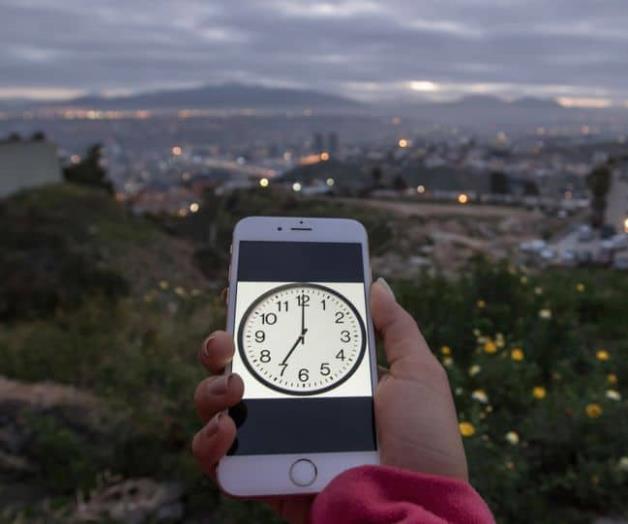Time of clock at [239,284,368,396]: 7:00
